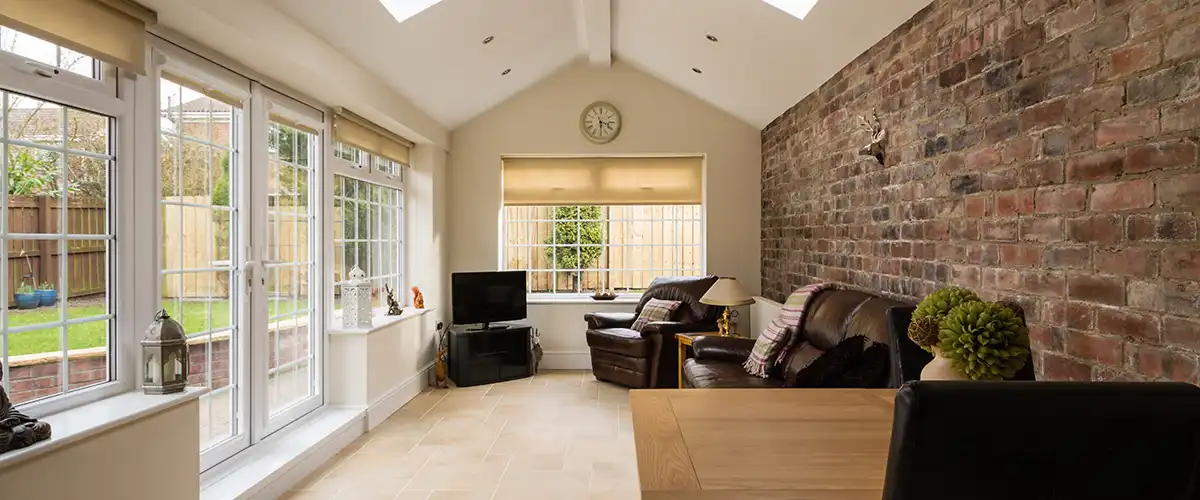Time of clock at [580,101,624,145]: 3:29
